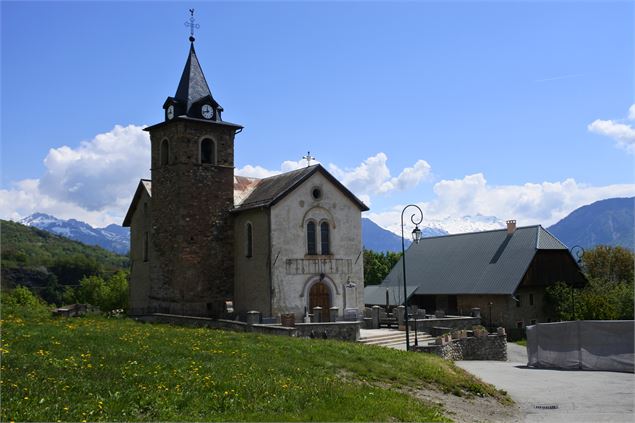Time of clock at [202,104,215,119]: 11:42
